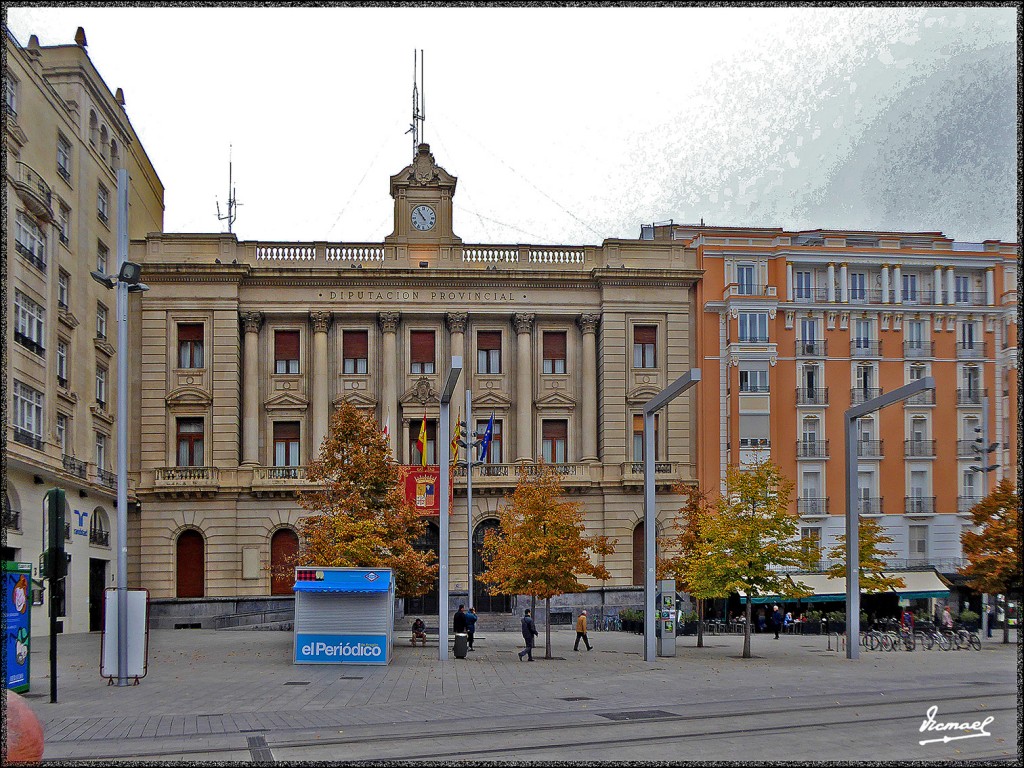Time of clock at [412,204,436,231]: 10:53
